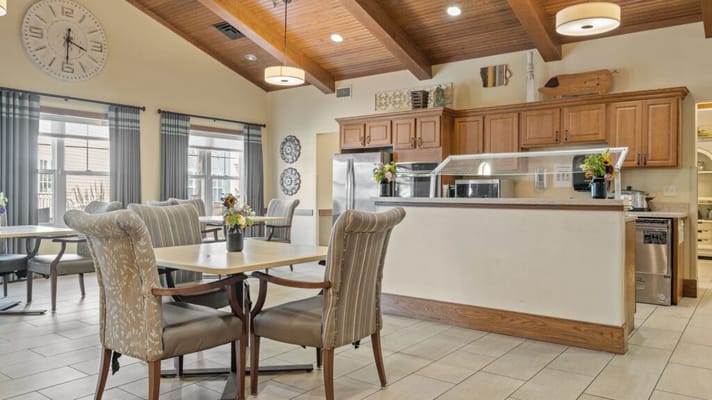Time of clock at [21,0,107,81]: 3:30
